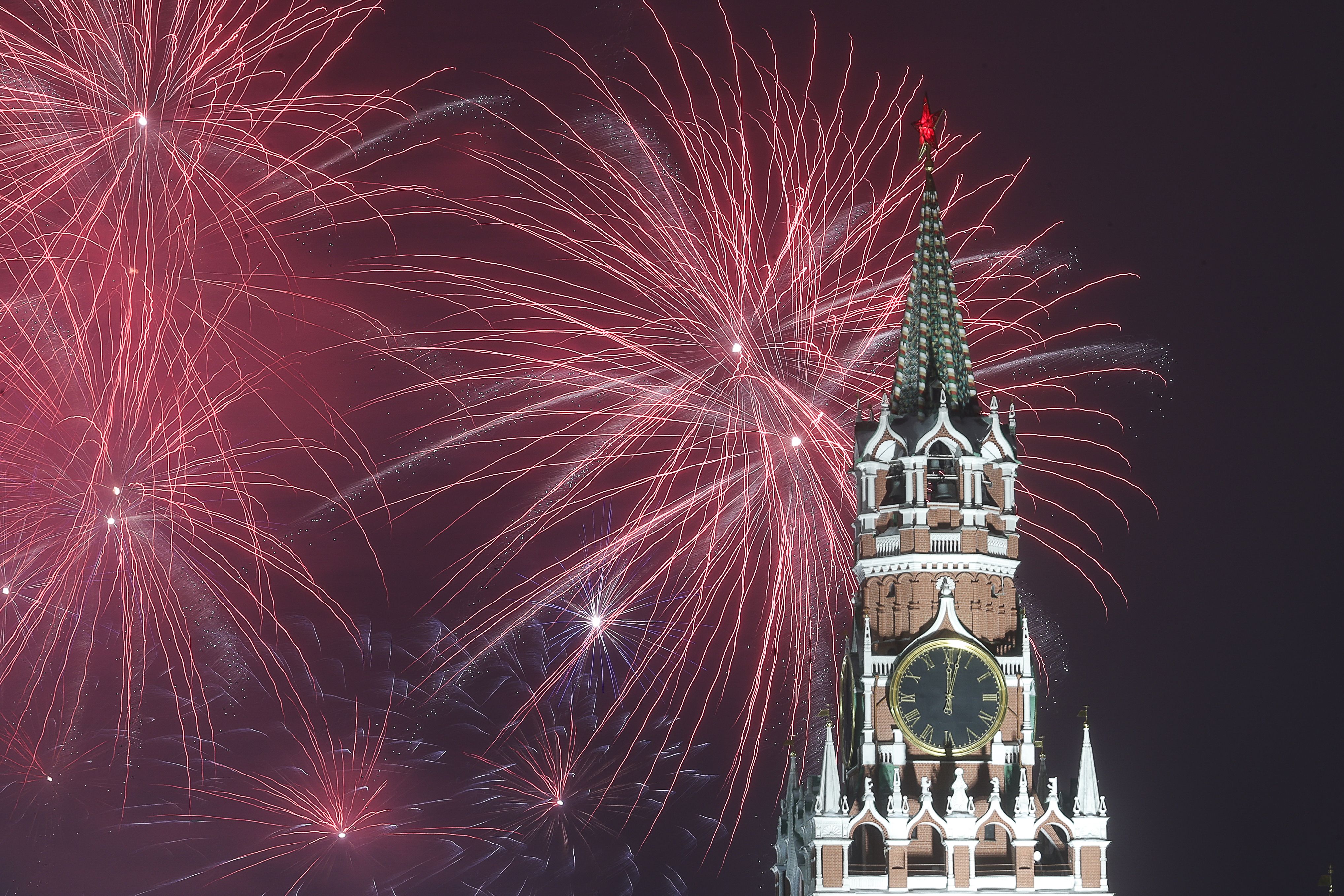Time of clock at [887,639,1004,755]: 12:02
